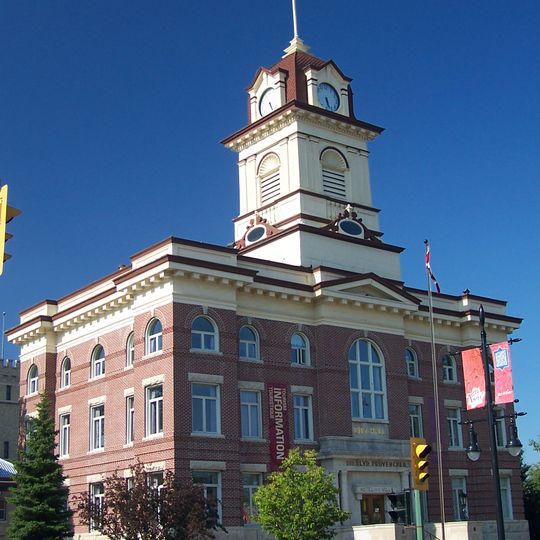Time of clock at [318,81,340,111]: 5:26
